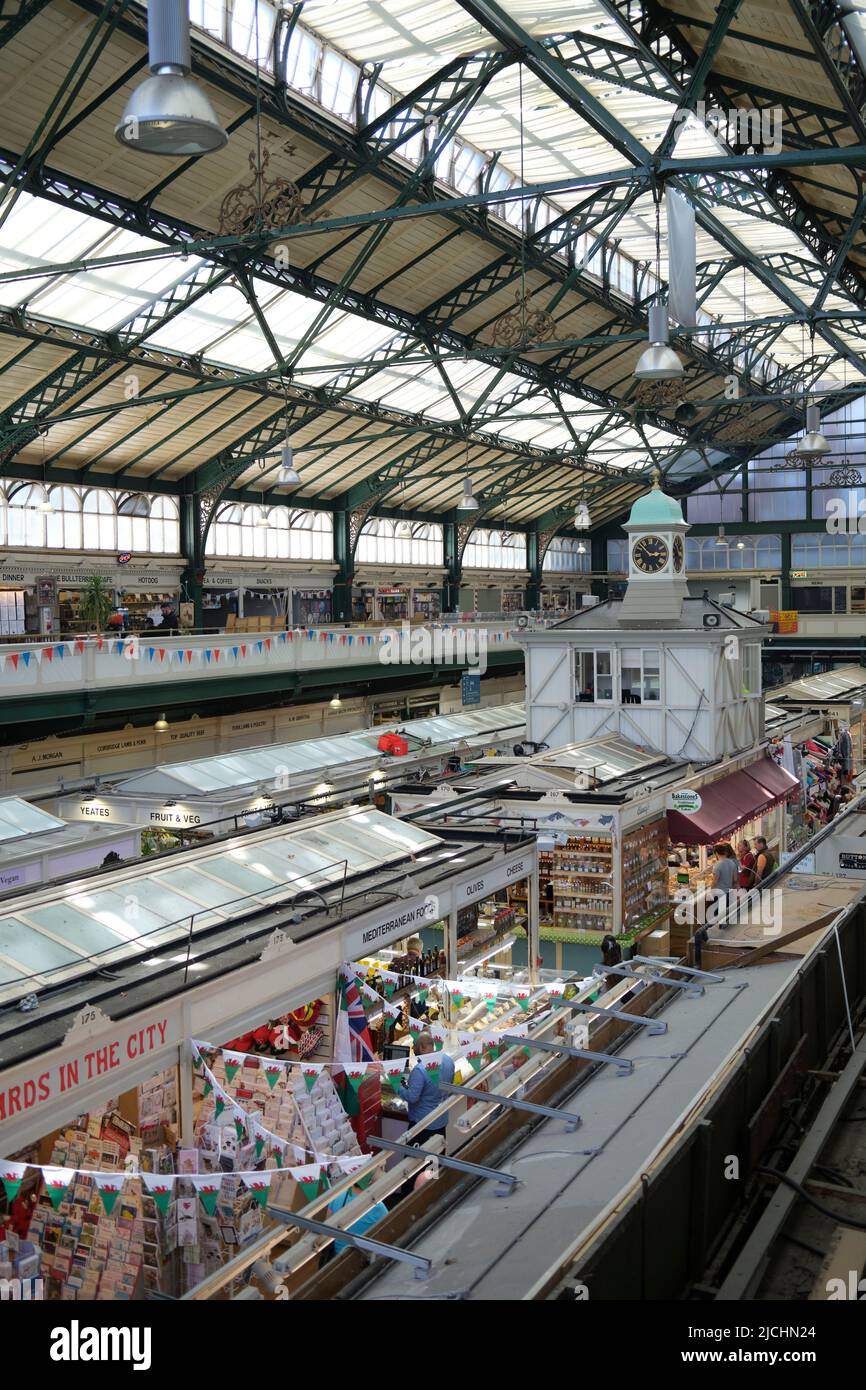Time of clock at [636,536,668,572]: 2:52
